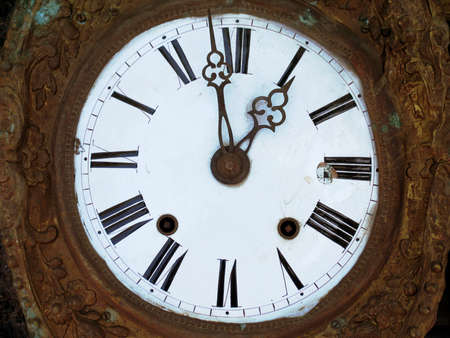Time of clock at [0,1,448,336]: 12:58
